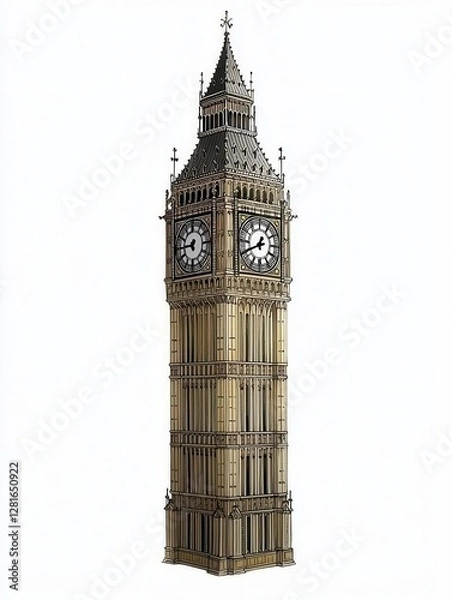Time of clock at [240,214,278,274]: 12:41
